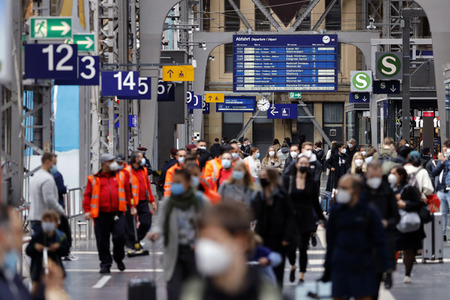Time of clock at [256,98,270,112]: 1:46
